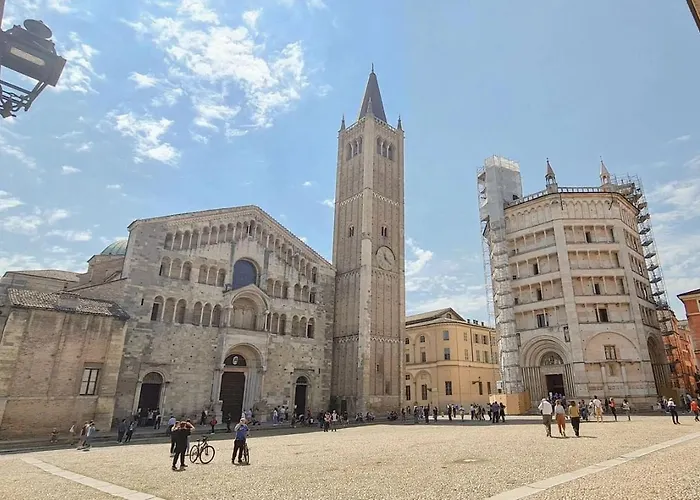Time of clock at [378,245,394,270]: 11:21
